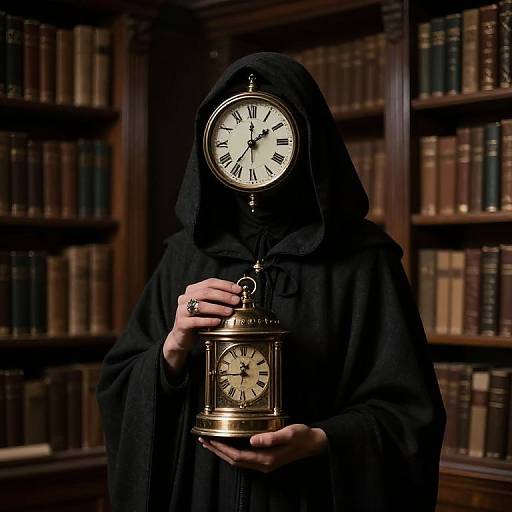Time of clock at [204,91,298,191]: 12:09
